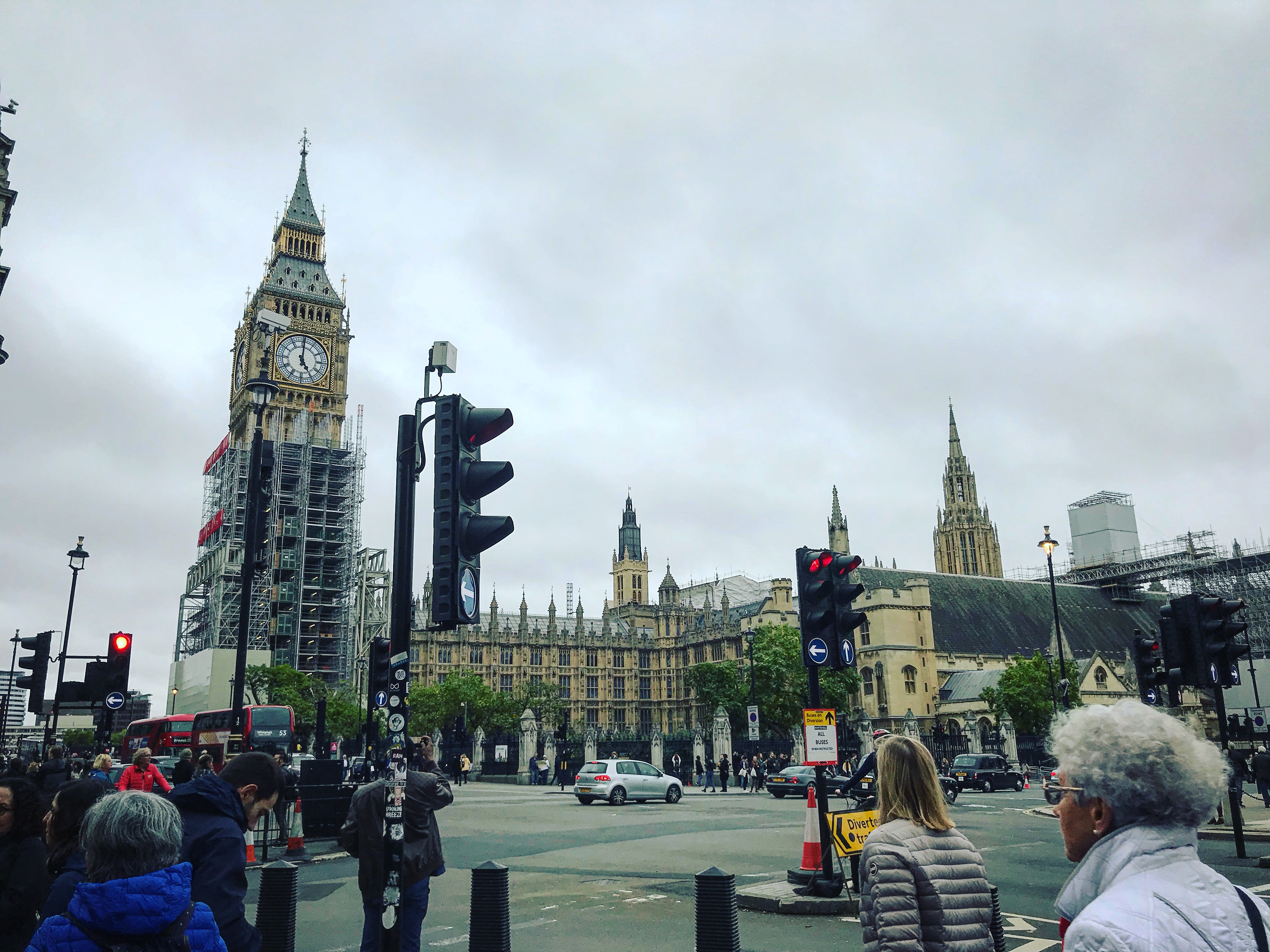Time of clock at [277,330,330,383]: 5:00
